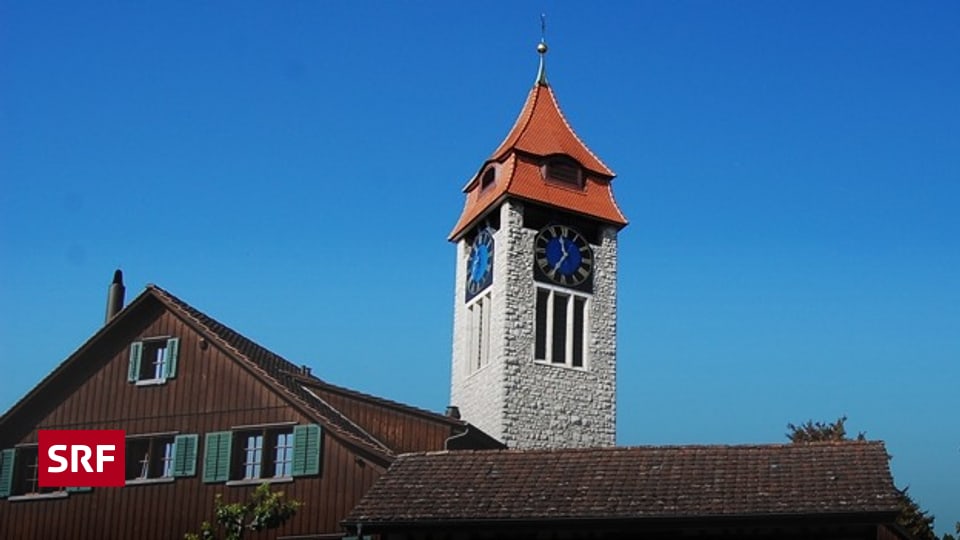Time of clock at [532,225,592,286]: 11:35
